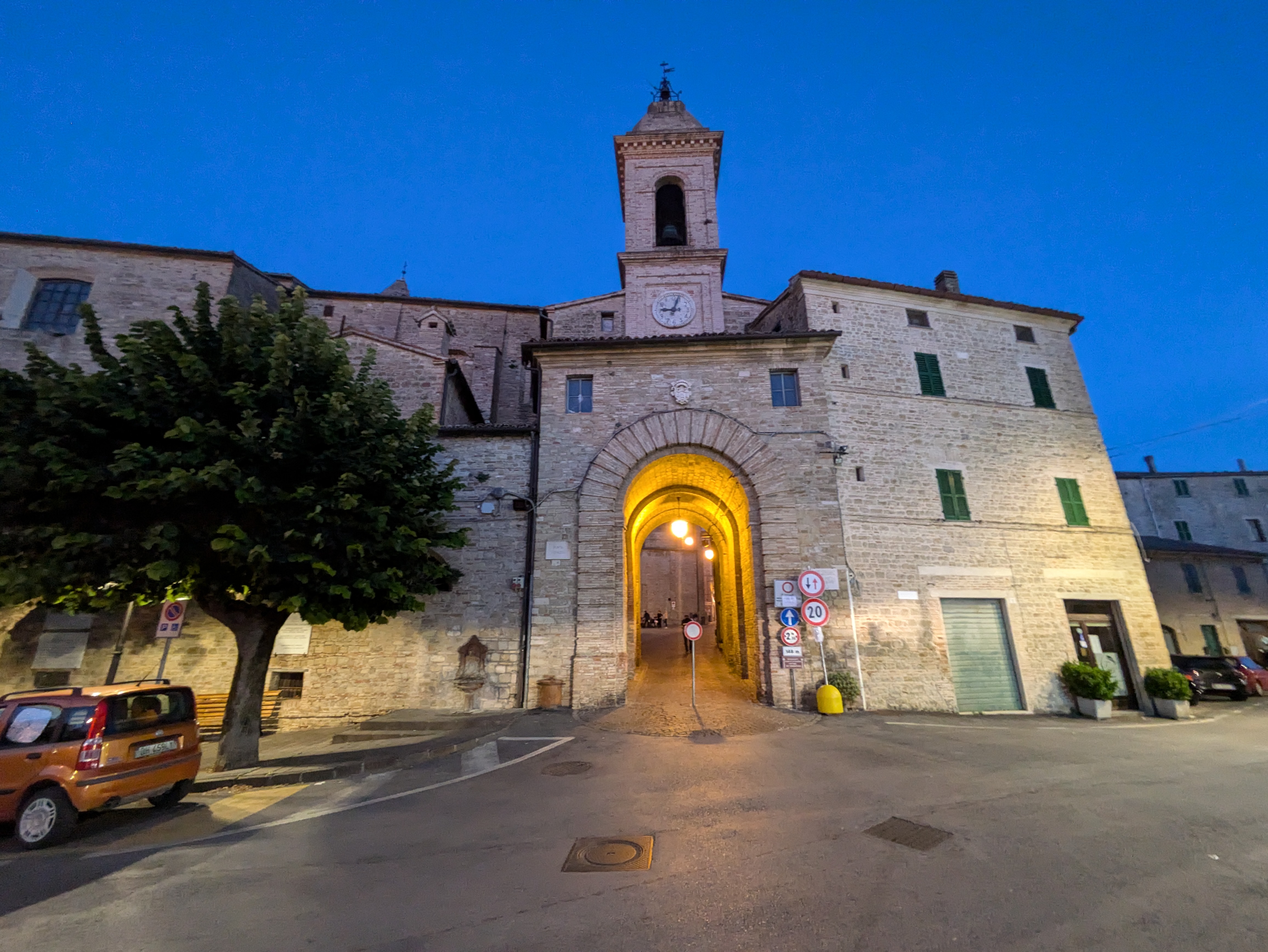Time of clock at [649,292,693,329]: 9:03
